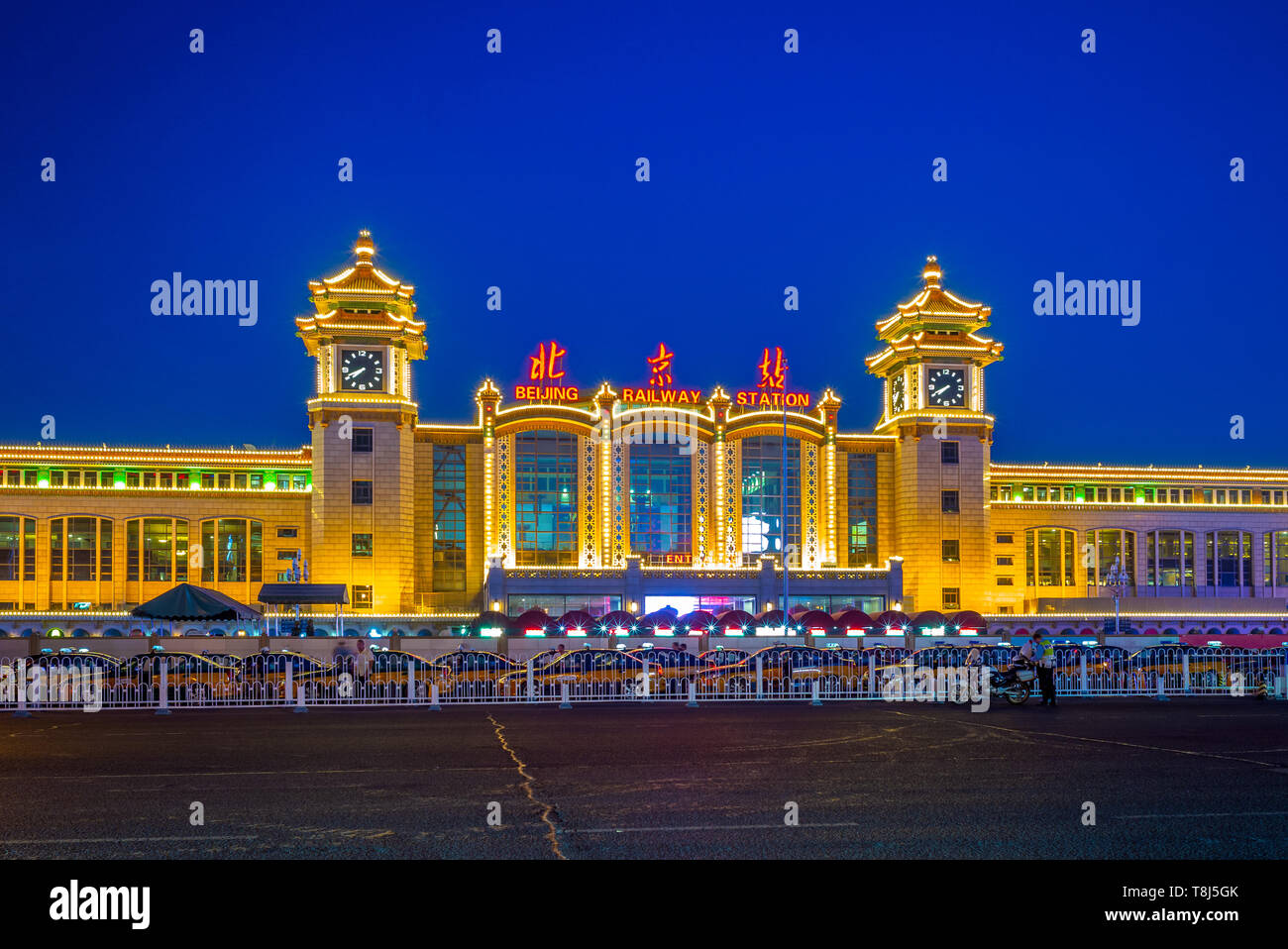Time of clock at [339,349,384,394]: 7:41
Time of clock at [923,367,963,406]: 7:40
